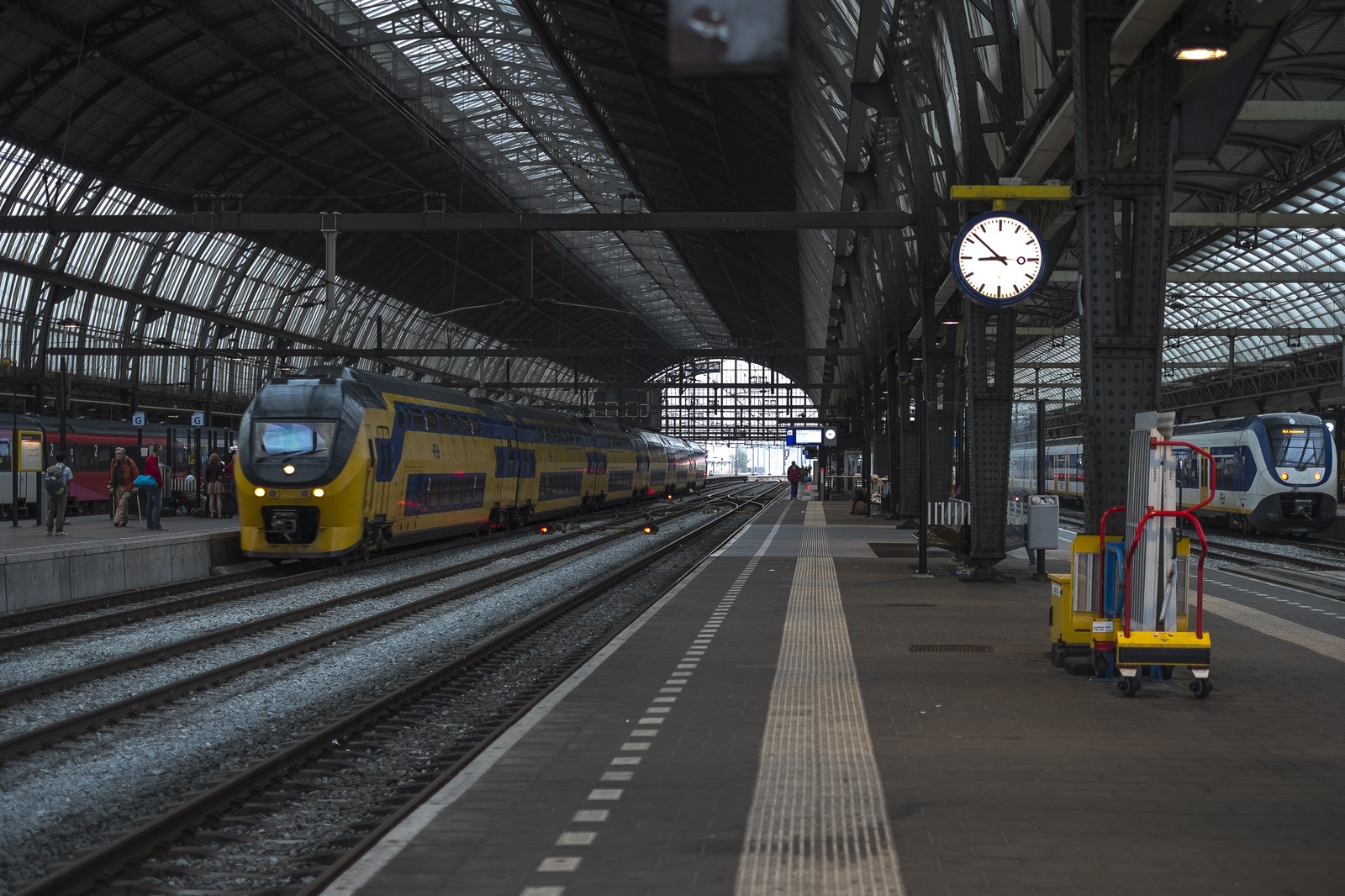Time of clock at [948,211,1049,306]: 8:52
